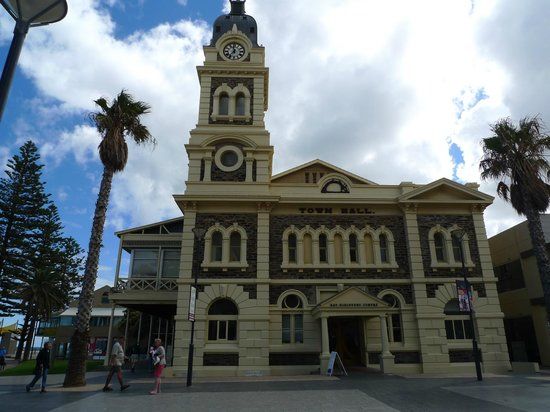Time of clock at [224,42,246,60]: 11:36
